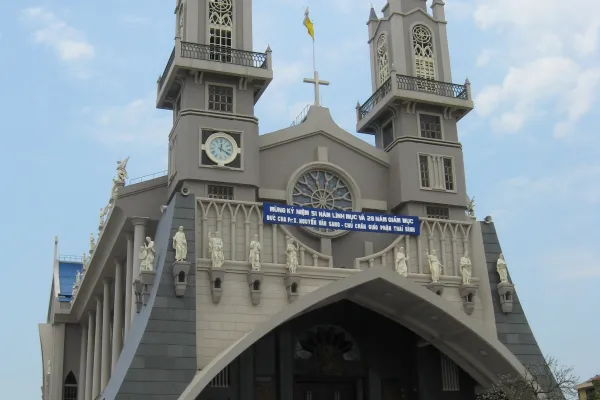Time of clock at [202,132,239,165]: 12:19
